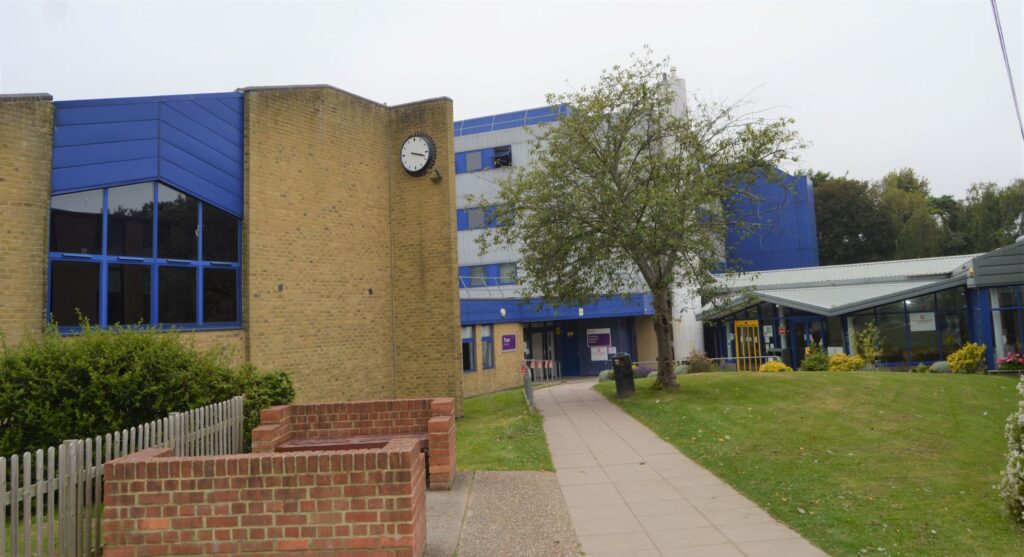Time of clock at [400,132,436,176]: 3:17
